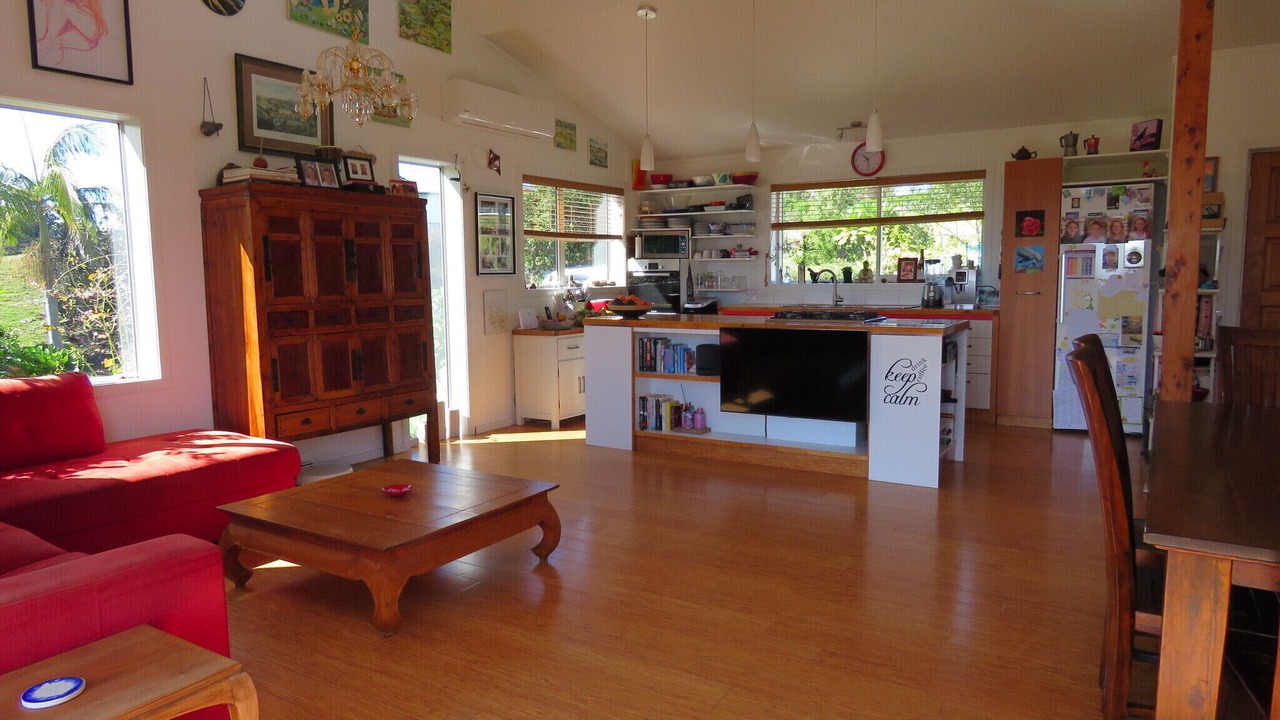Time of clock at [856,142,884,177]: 10:28
